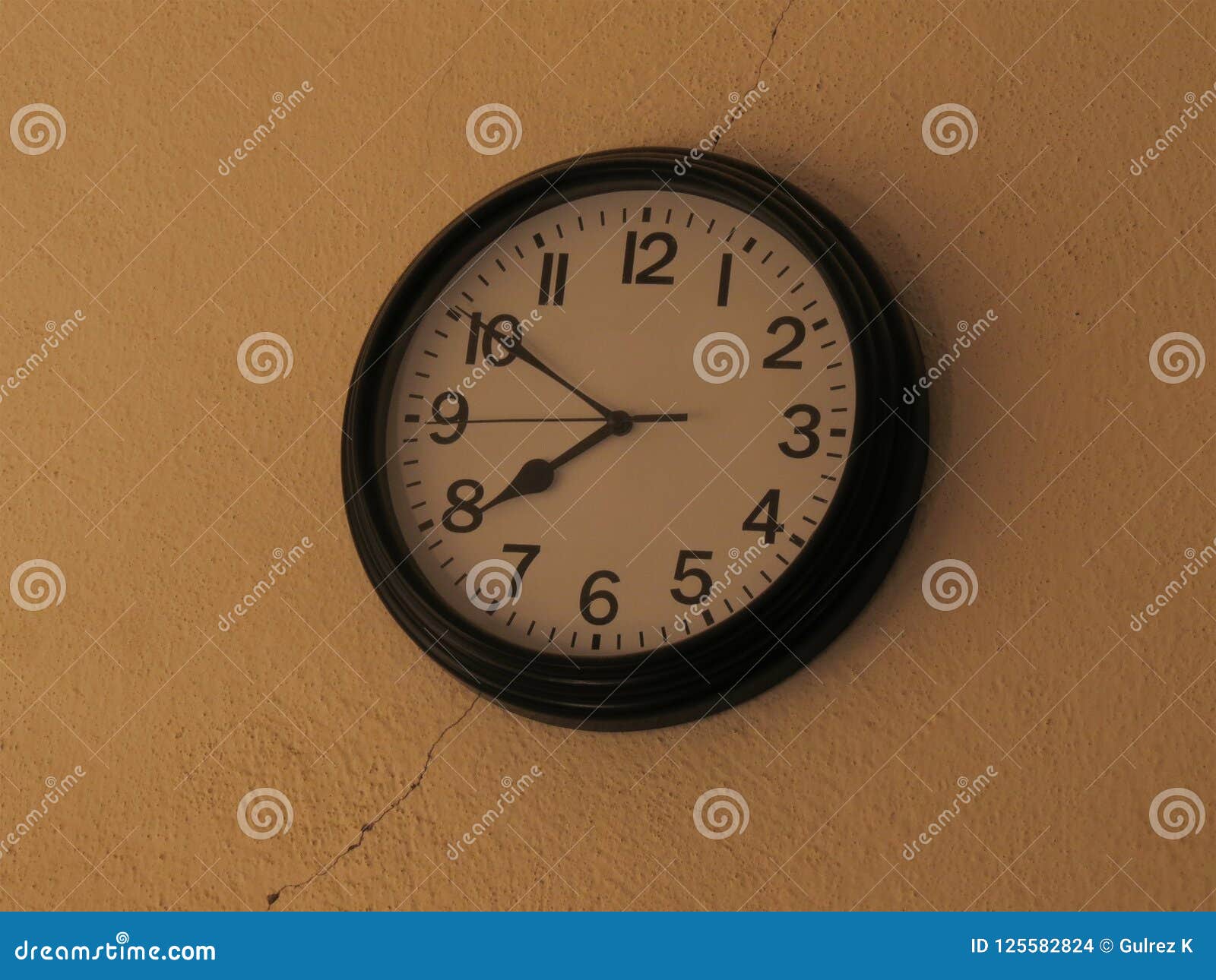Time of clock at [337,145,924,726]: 7:50
